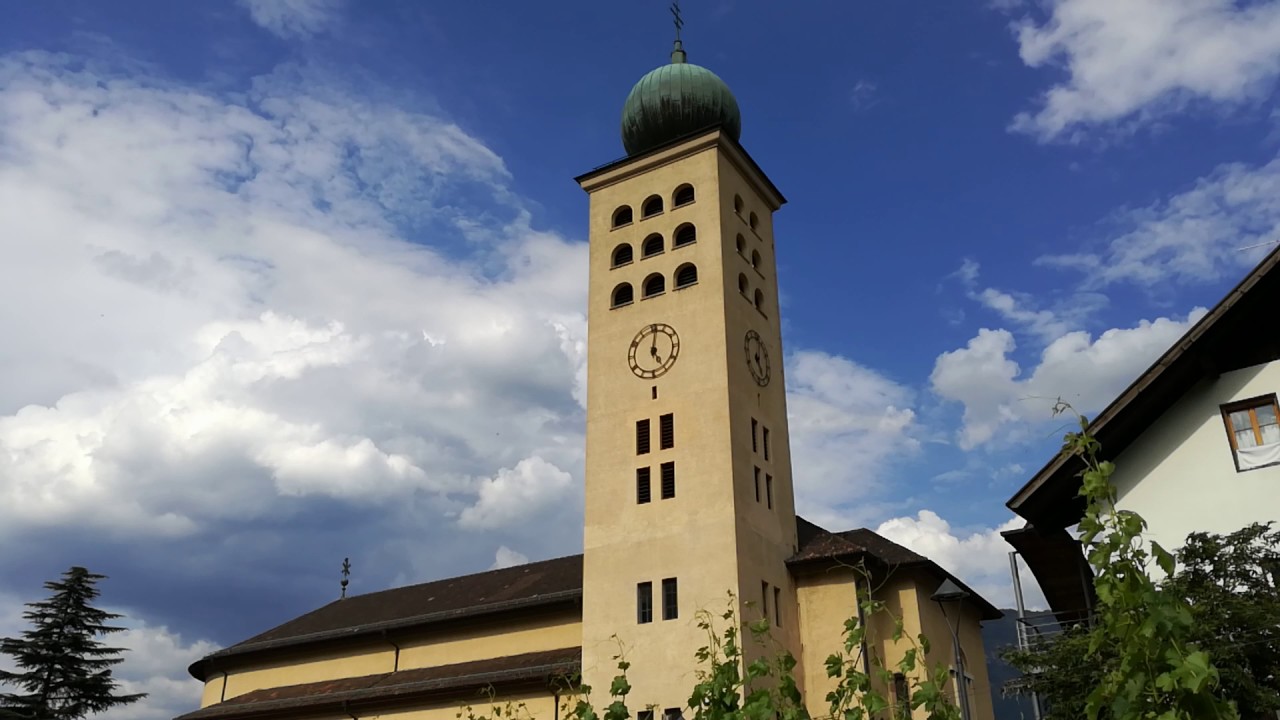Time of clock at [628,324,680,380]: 5:00
